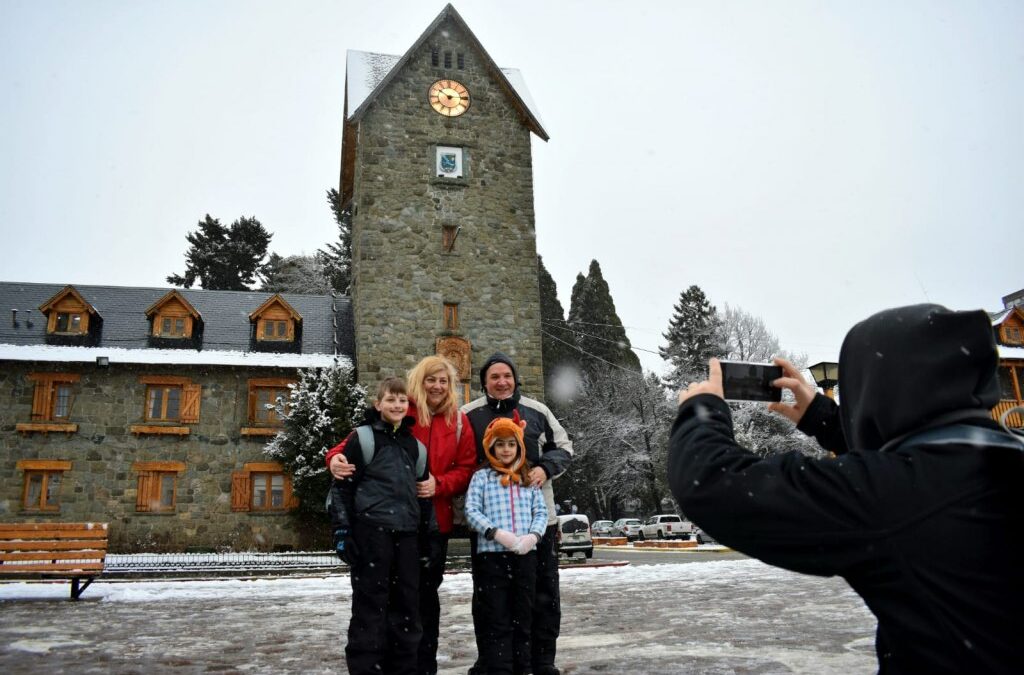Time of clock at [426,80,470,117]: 10:14
